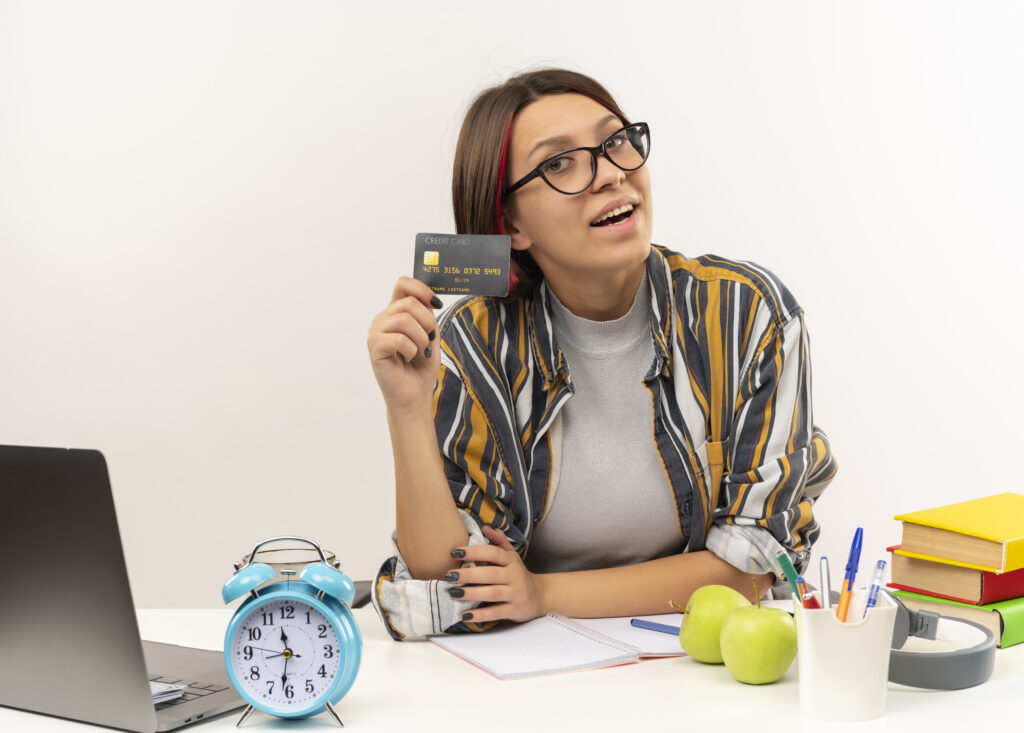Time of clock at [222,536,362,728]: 11:31
